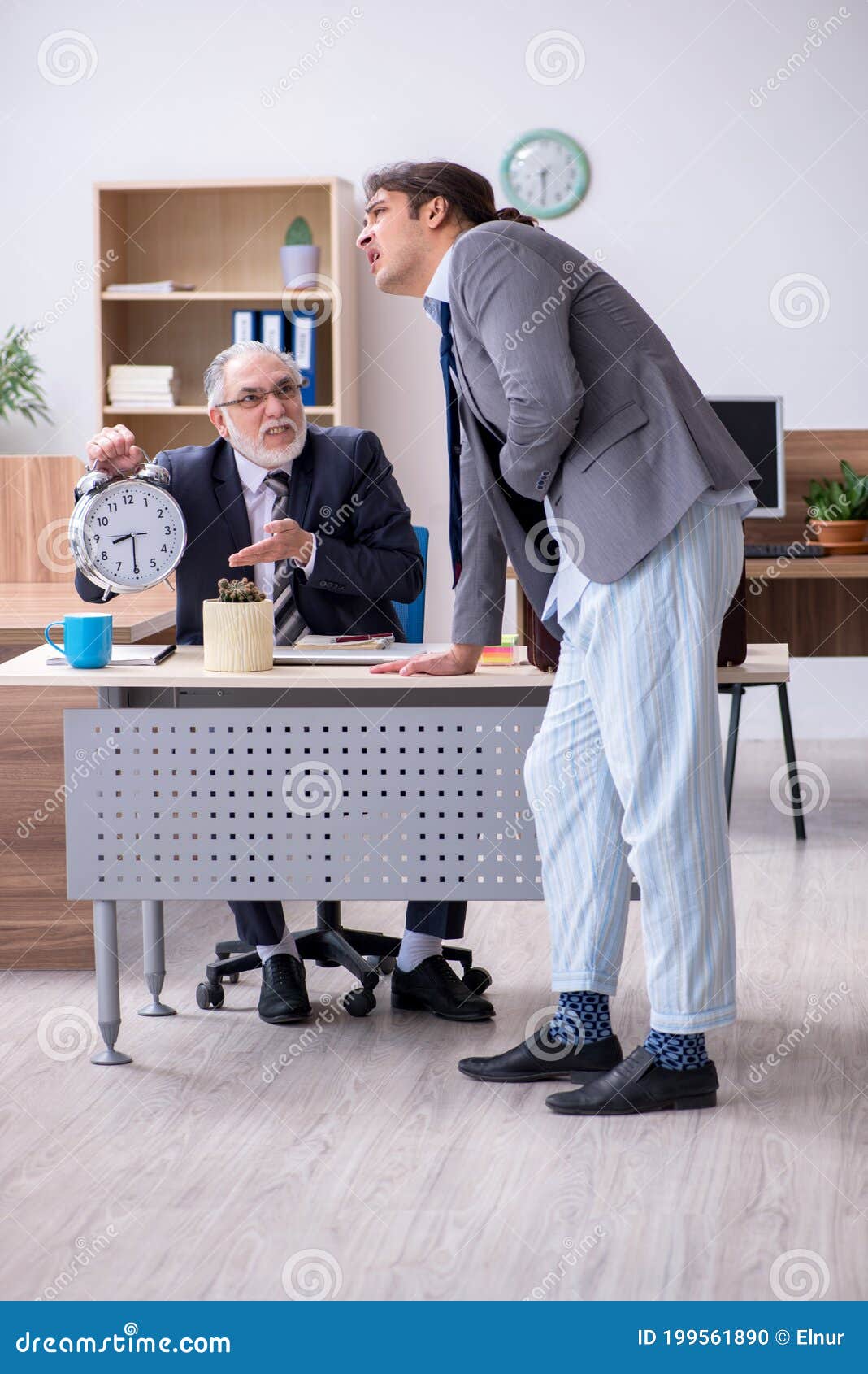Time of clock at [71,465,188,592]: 8:30
